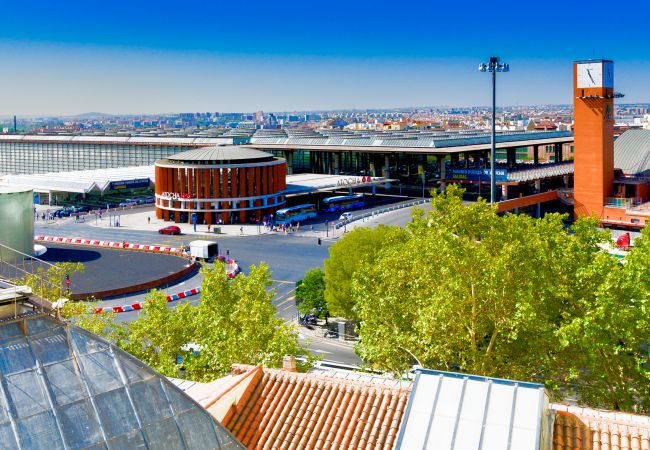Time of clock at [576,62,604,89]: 11:25
